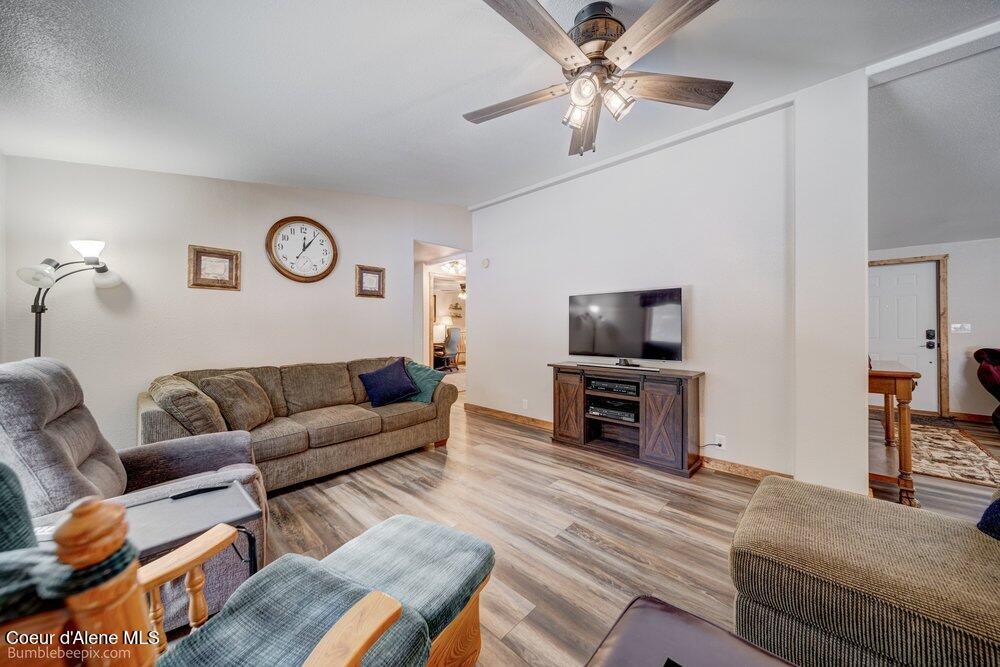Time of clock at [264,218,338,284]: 12:06
